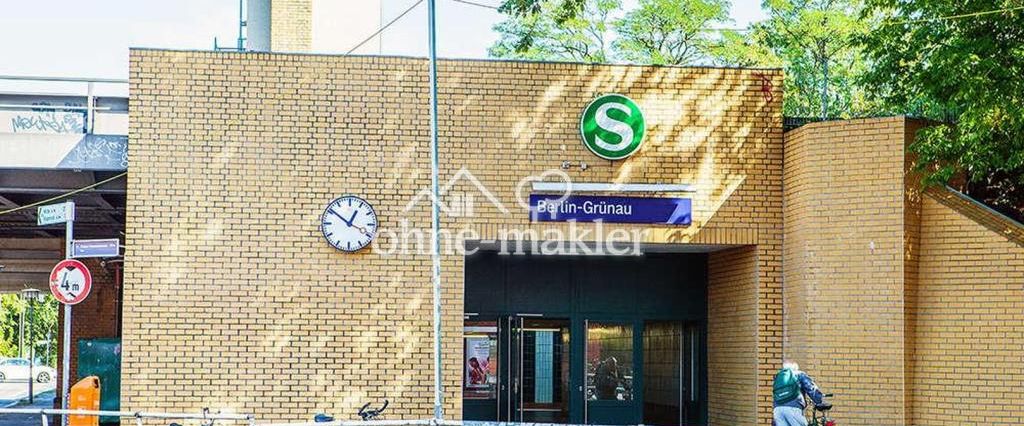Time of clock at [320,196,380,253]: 12:51
